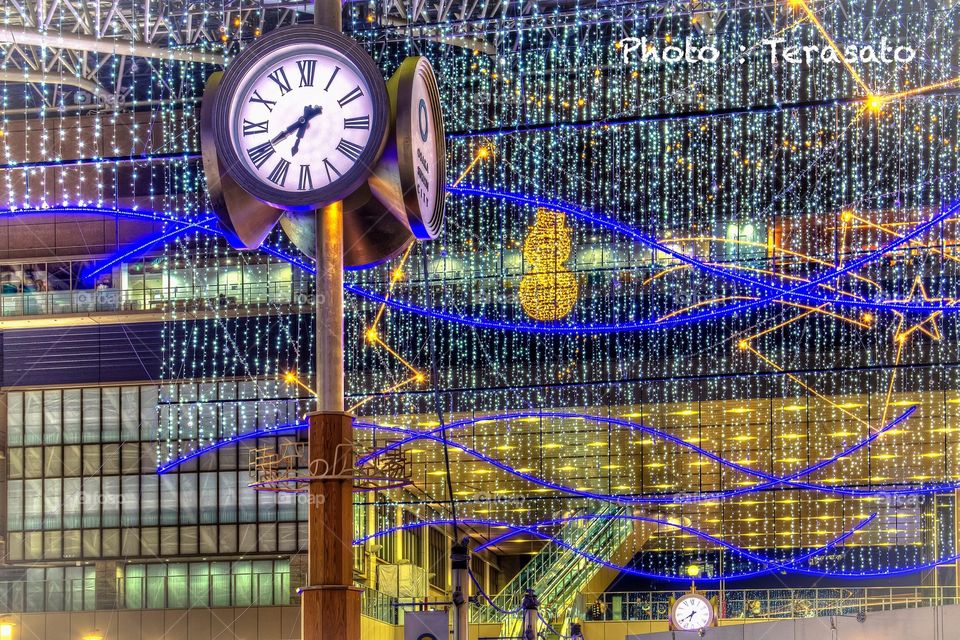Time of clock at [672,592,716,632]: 6:39
